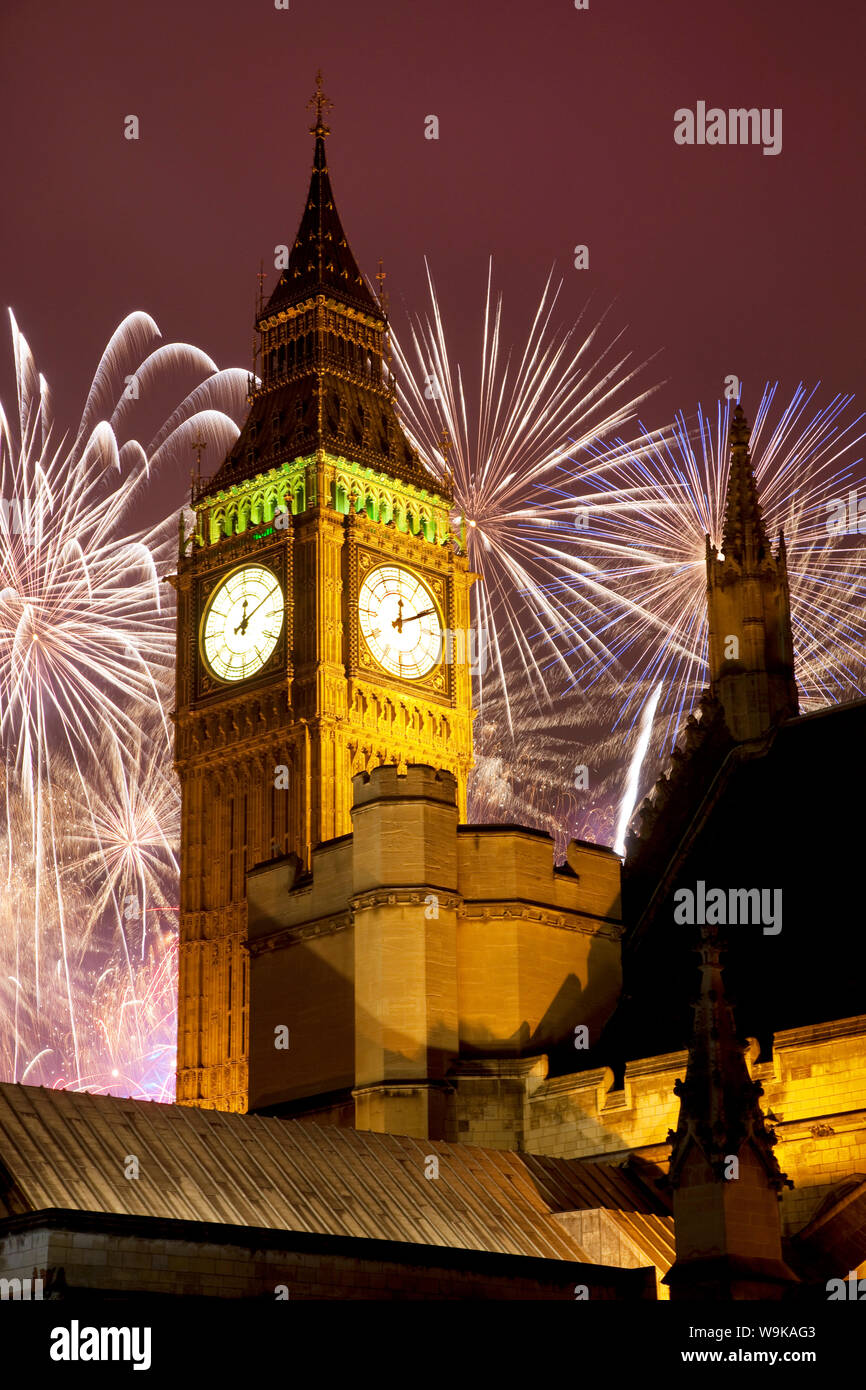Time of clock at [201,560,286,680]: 12:09
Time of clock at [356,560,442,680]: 12:10
